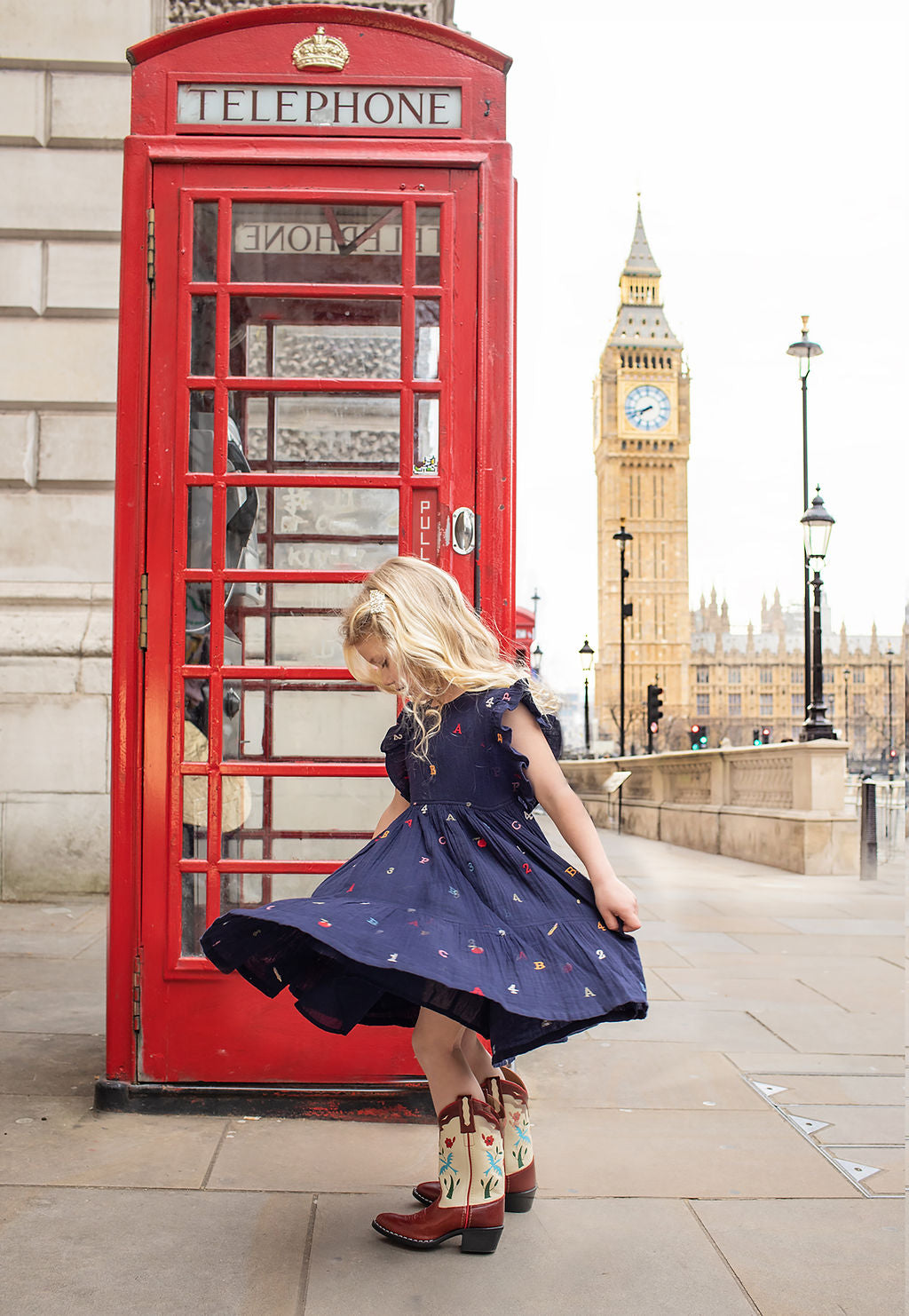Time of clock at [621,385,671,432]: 7:42
